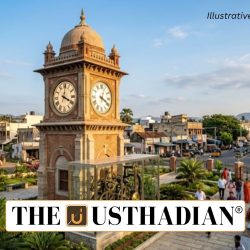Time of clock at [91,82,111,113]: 4:03
